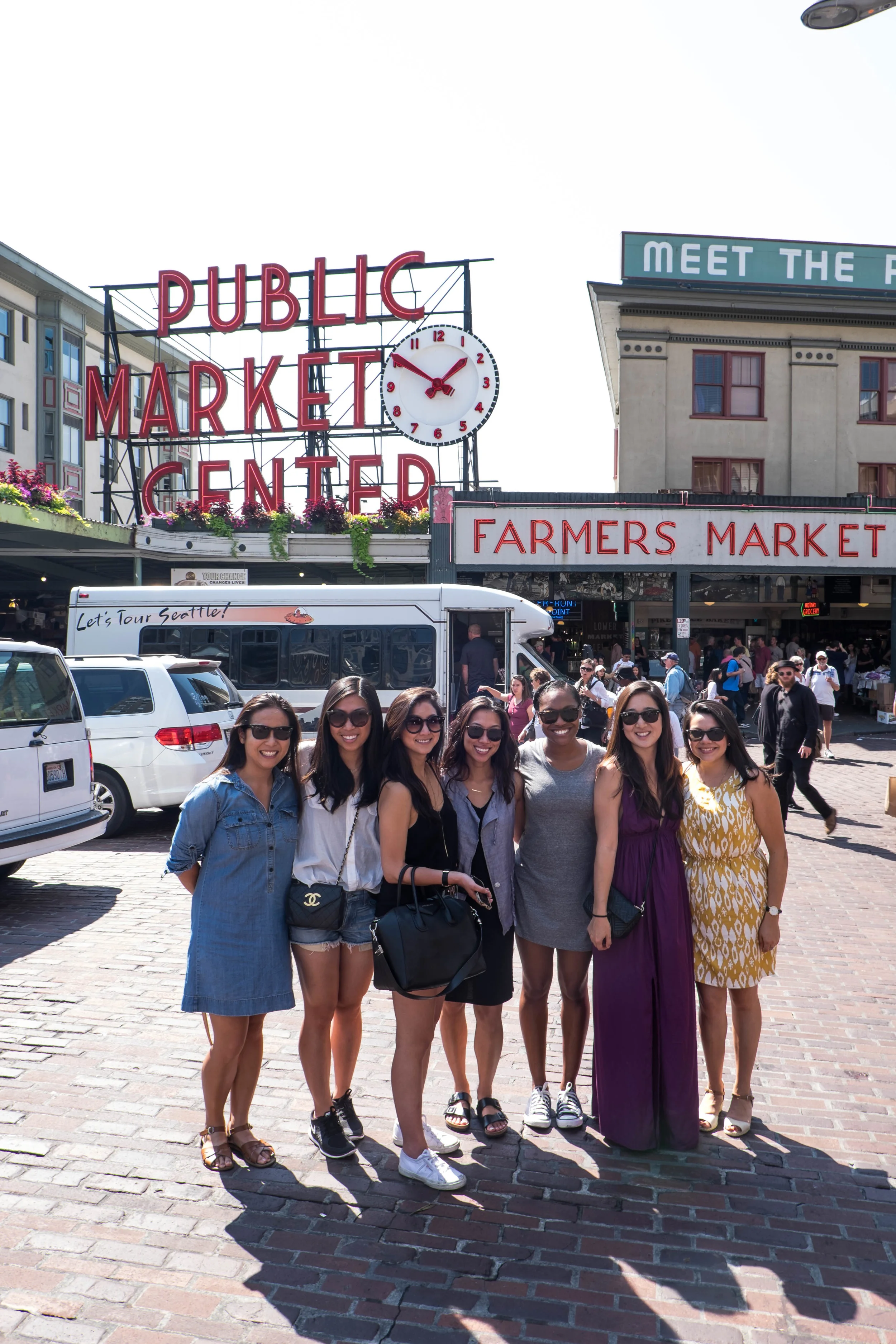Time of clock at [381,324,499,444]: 1:50
